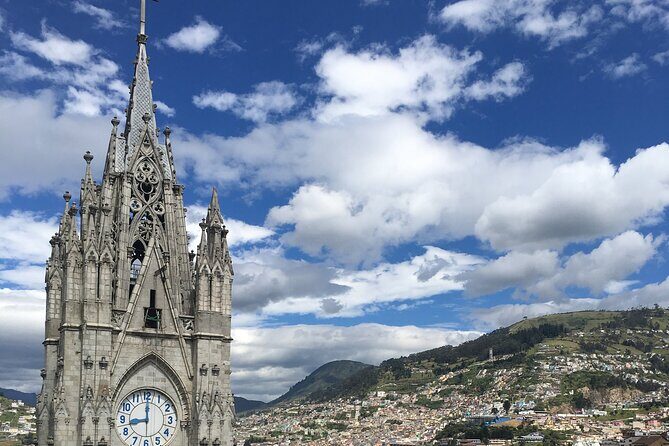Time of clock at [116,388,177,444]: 9:00
